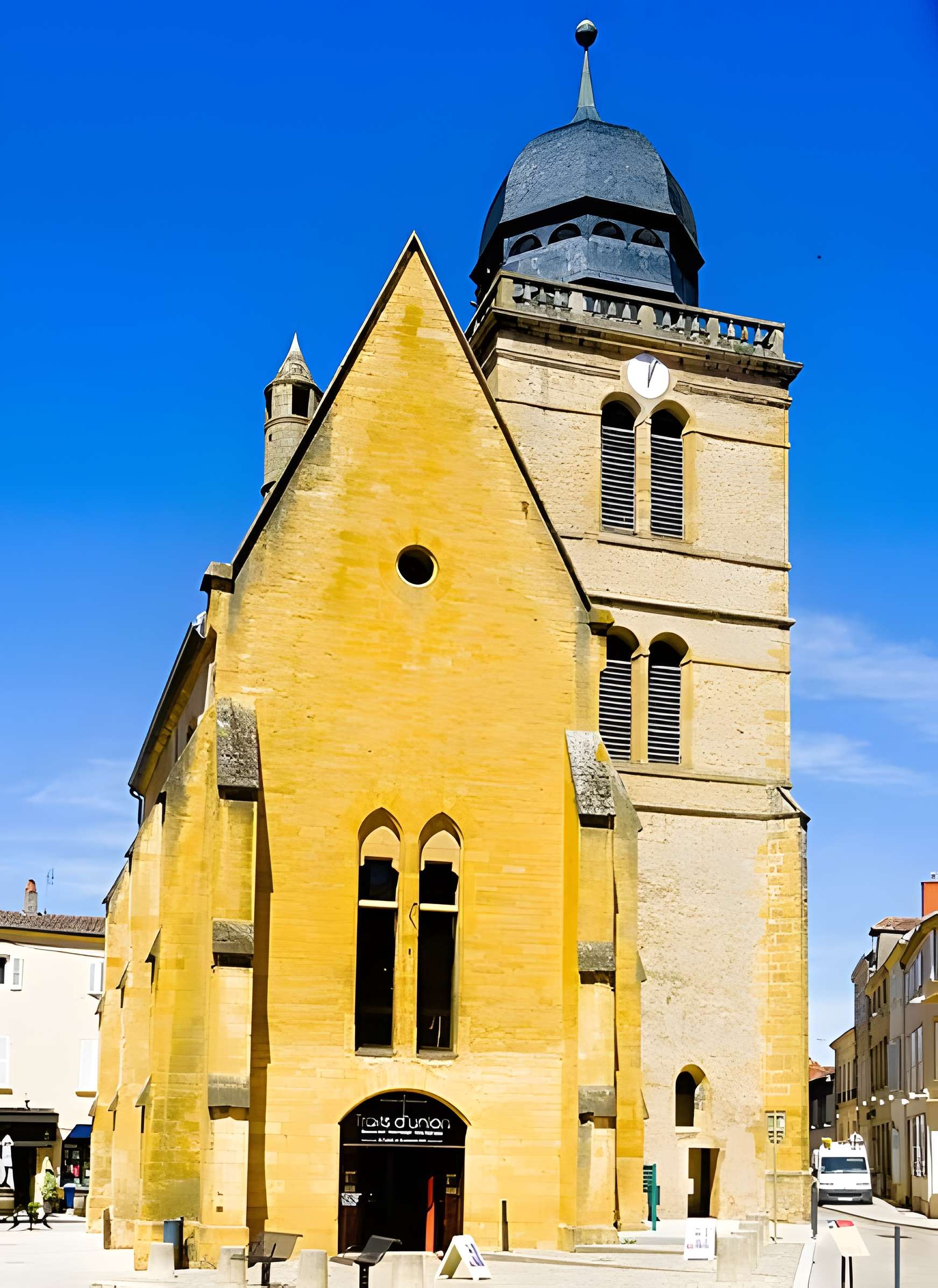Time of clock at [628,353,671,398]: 12:03
